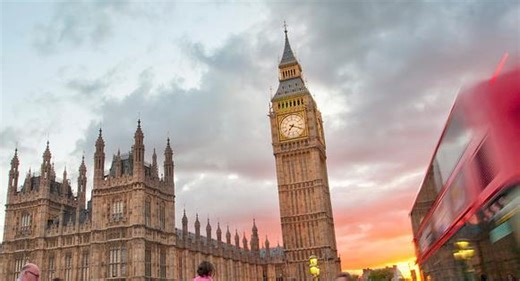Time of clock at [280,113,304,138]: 7:18
